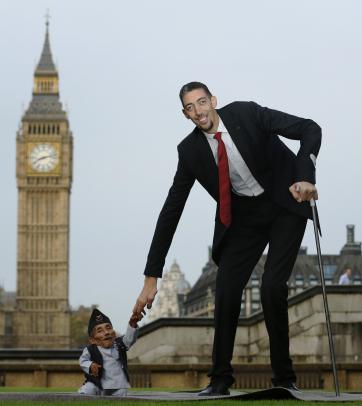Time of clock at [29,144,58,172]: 8:12
